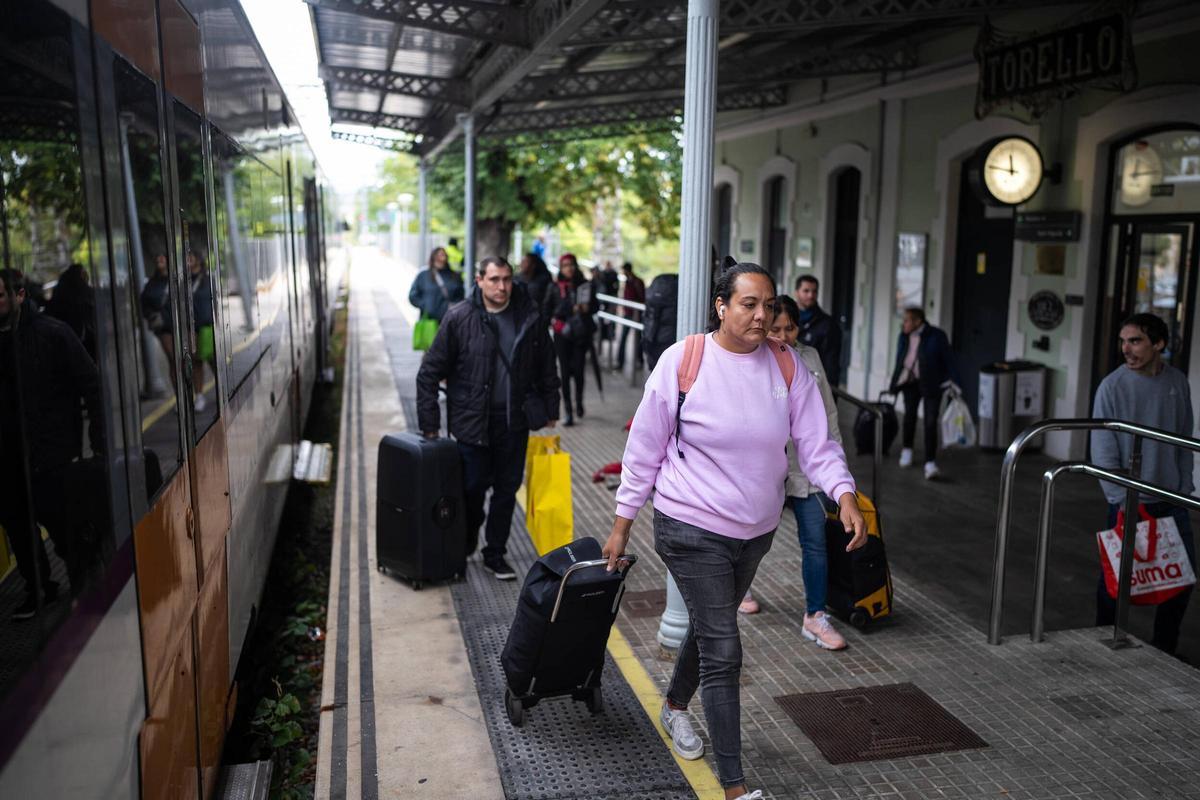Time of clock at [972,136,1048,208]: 11:46
